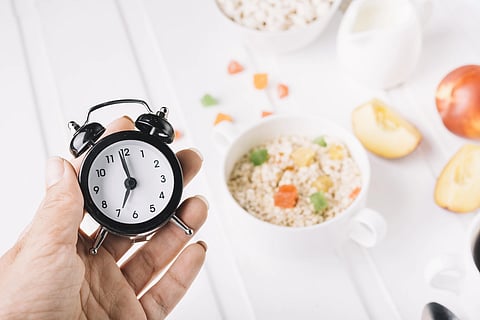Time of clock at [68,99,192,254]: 6:58
